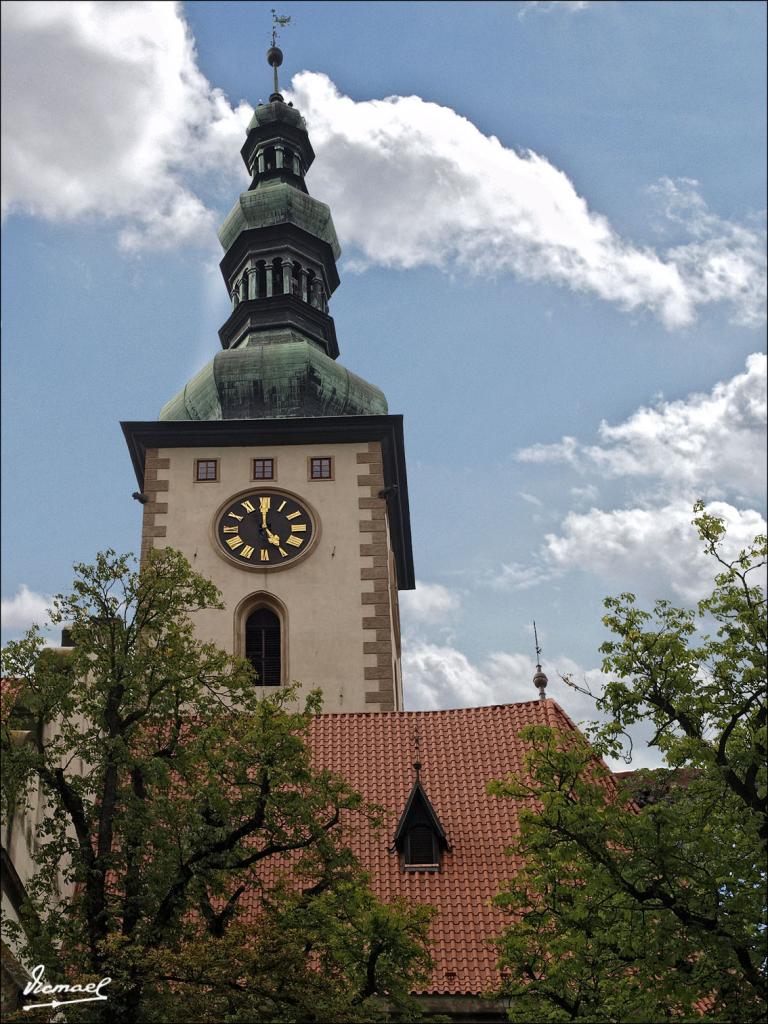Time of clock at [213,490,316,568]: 4:59
